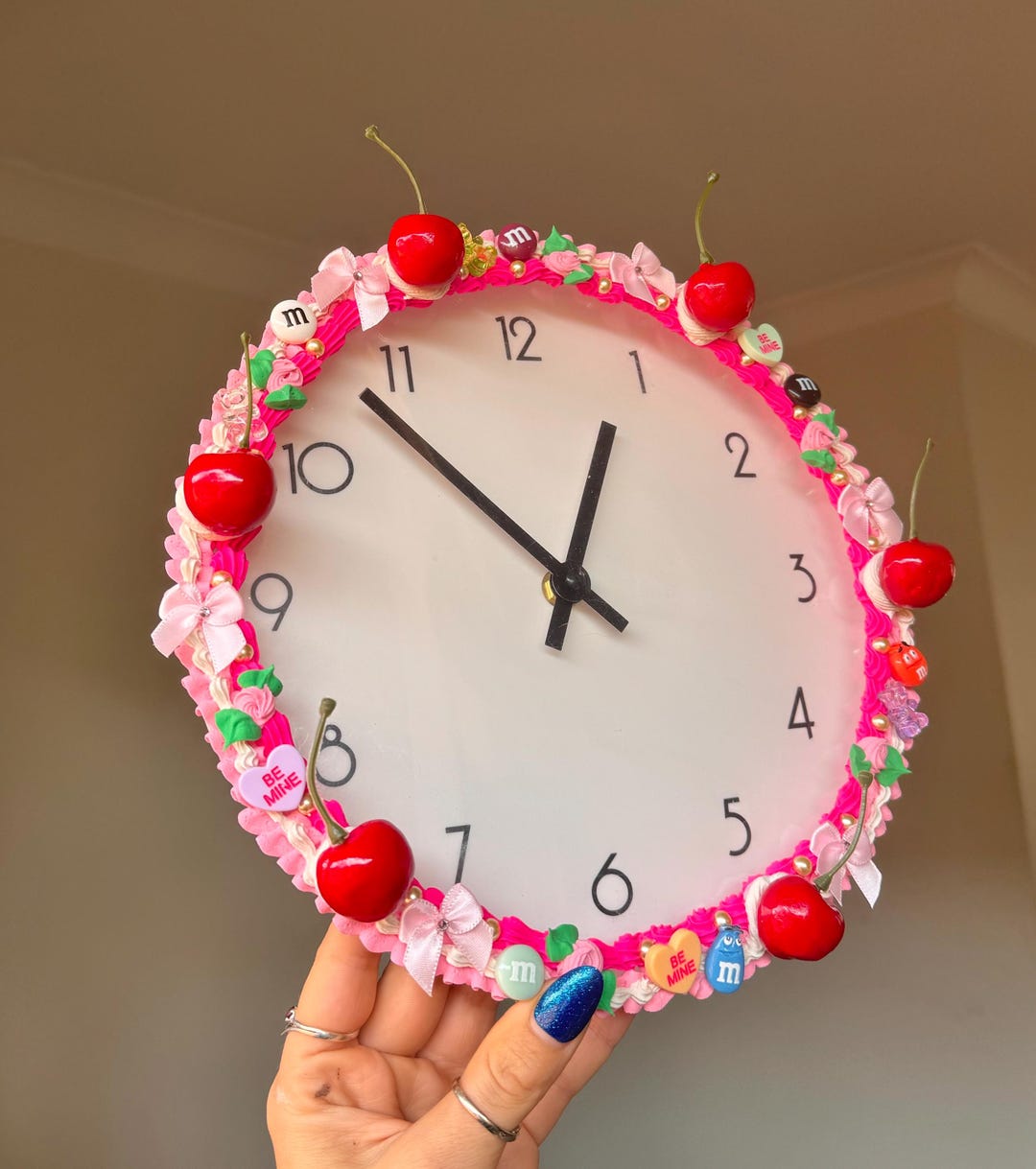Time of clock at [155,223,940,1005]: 12:52
